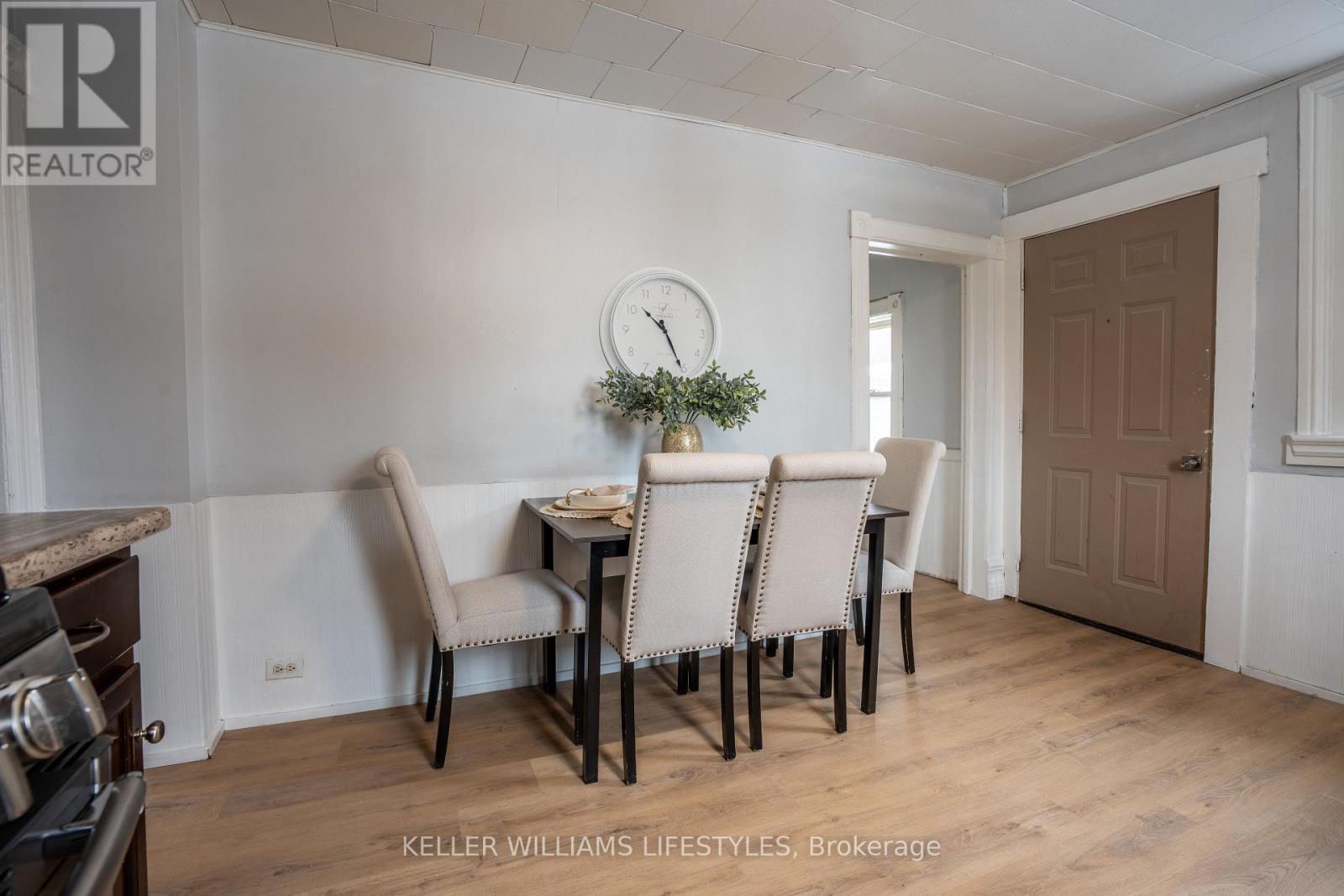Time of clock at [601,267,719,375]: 10:25
